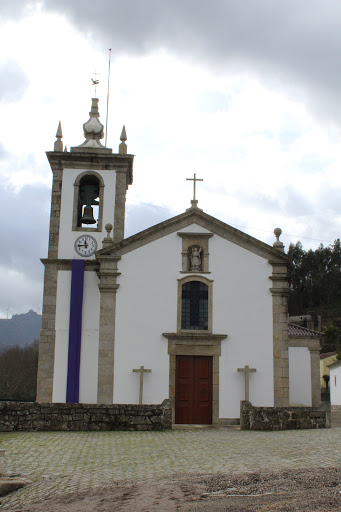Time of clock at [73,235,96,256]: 11:44
